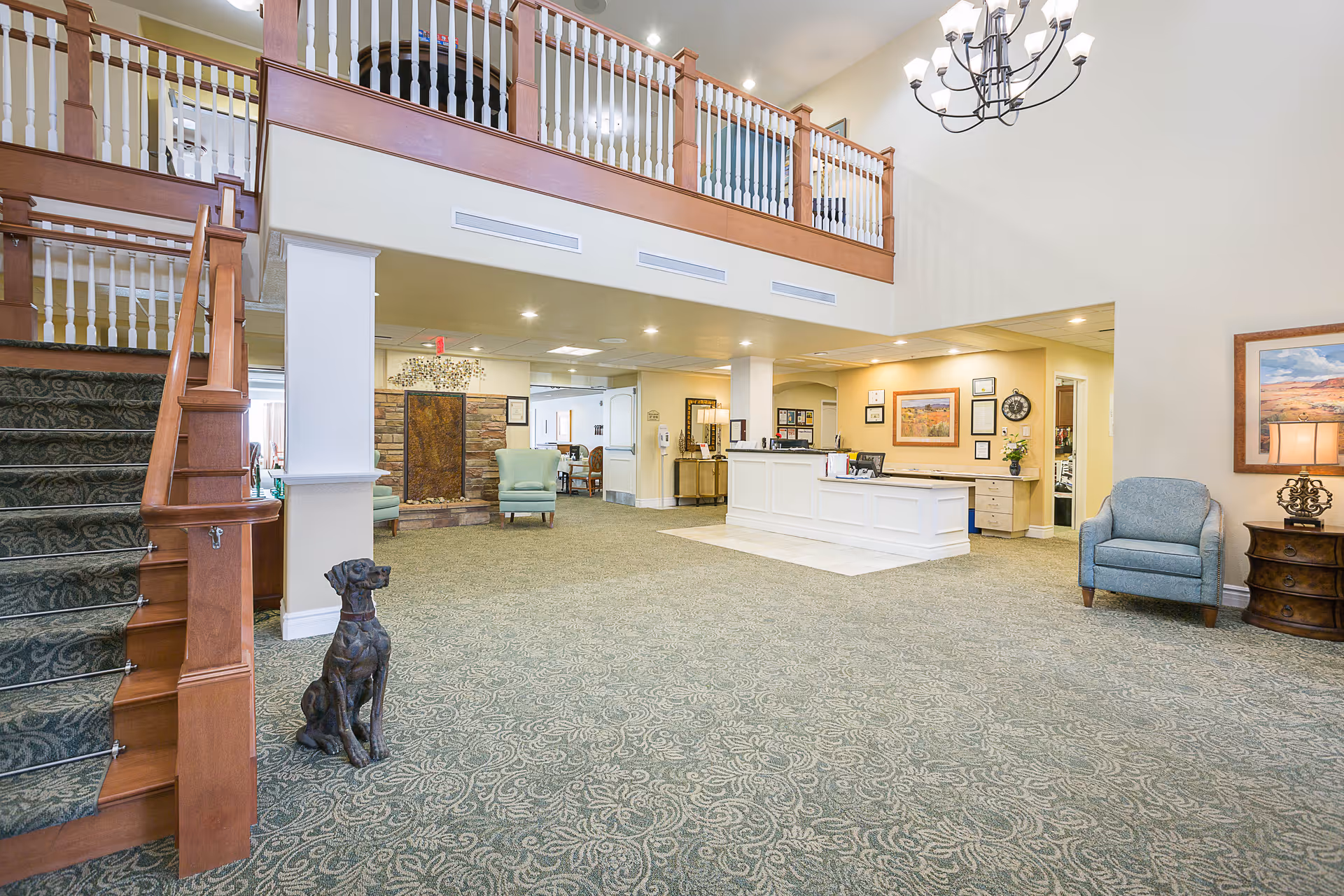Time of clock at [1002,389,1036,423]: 12:04
